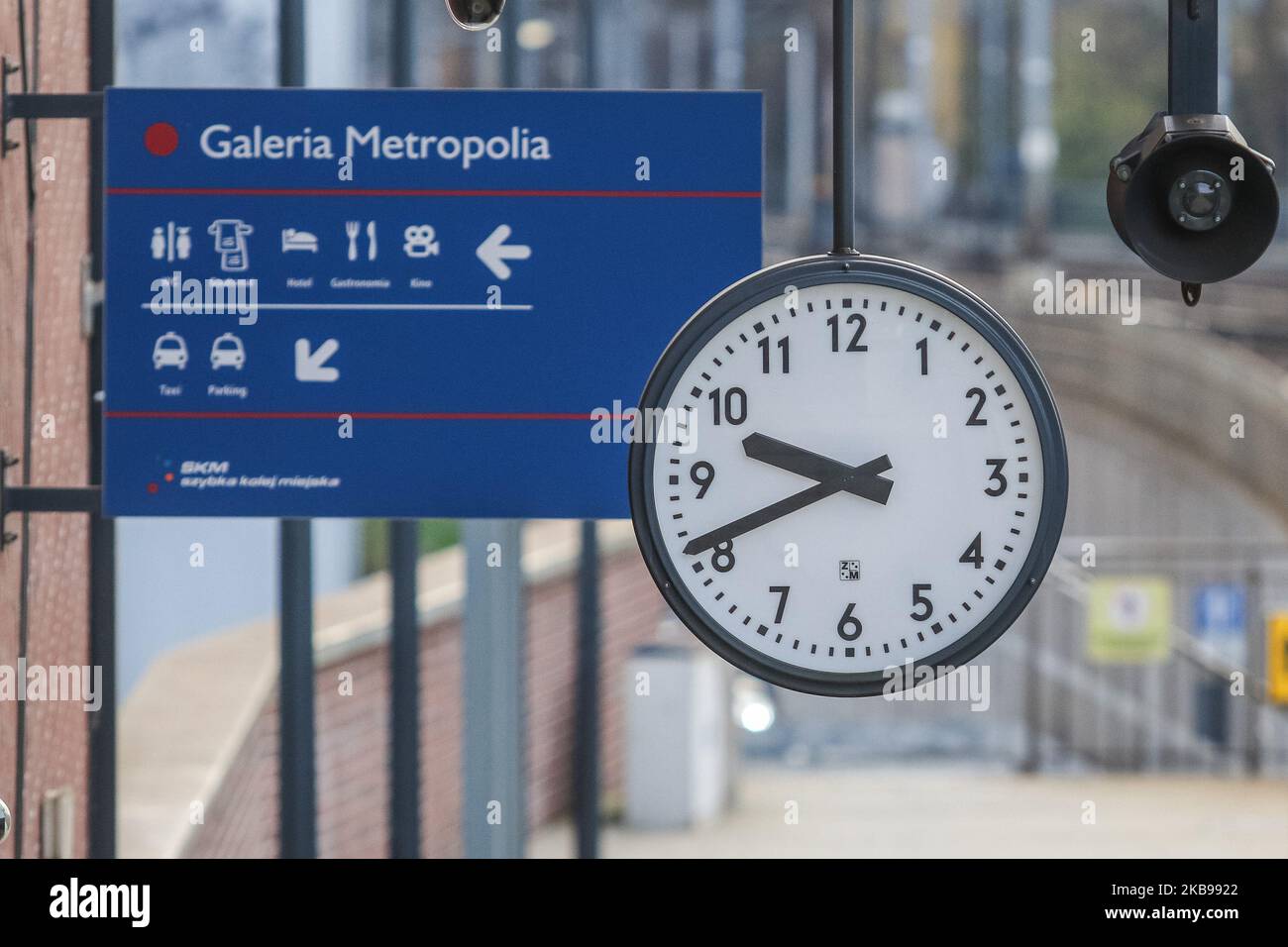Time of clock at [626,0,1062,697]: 9:41
